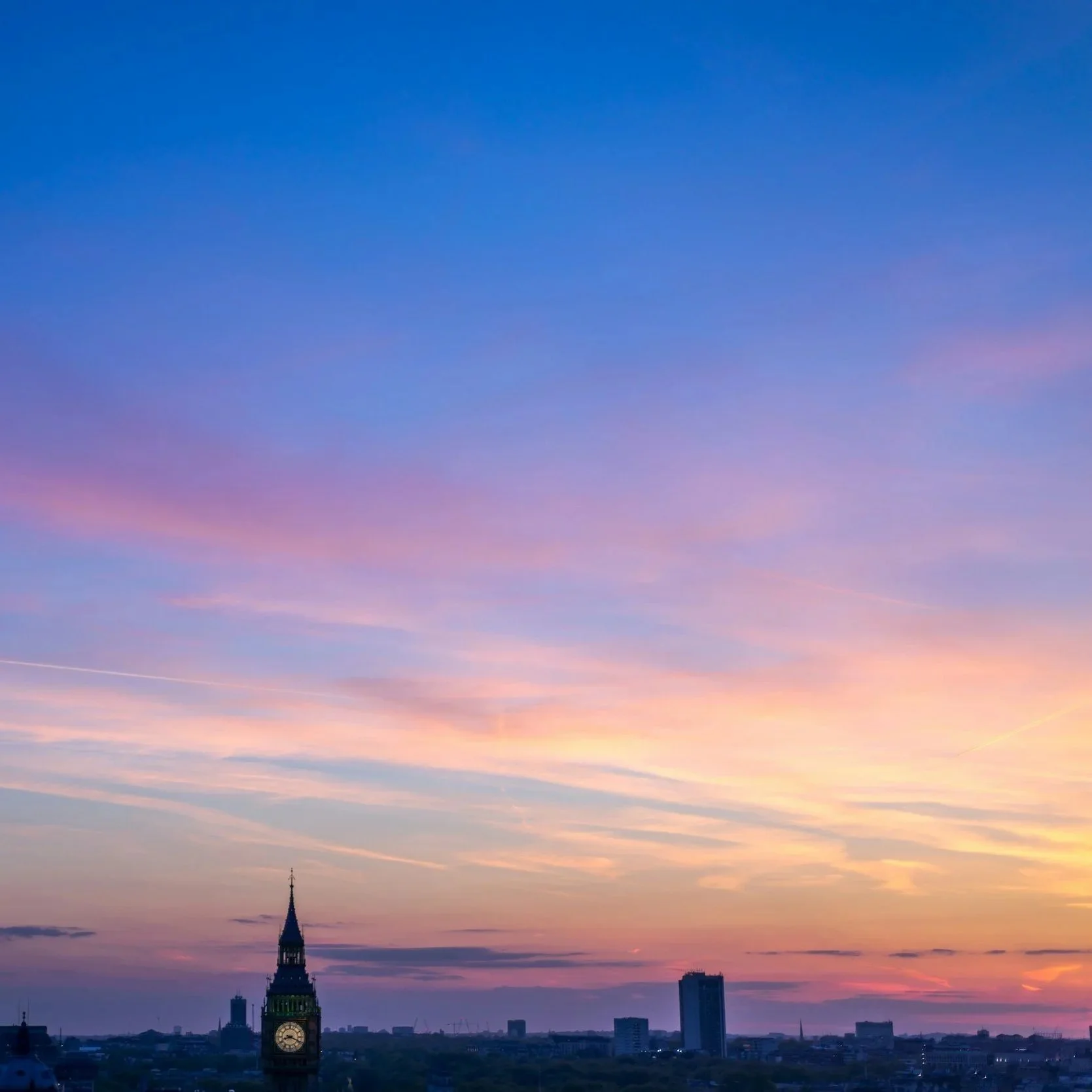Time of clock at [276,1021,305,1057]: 8:18
